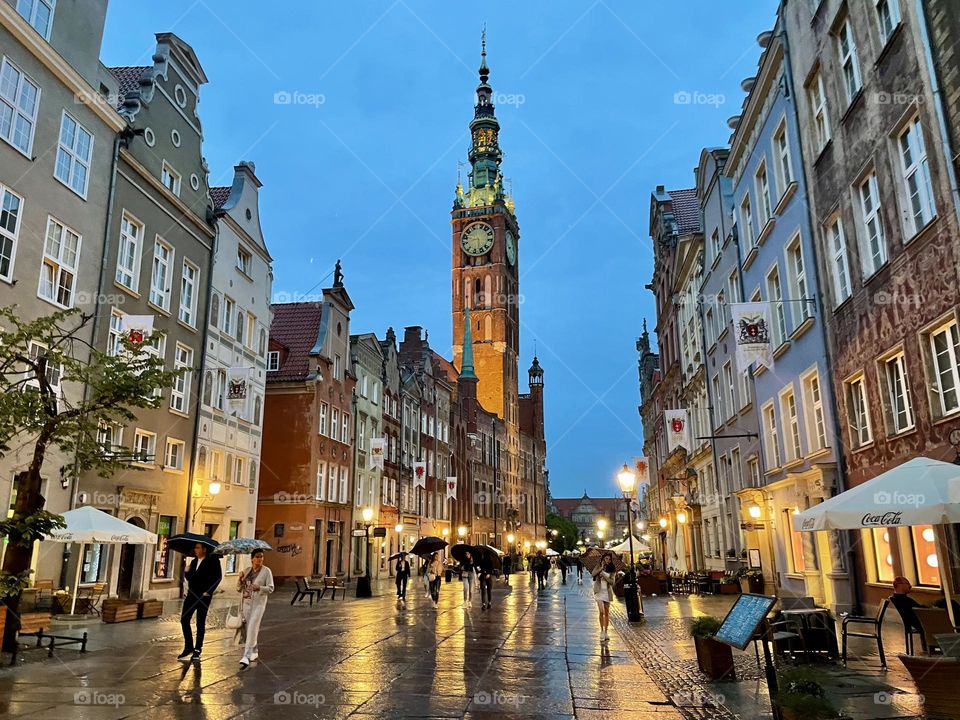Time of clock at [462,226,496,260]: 8:27
